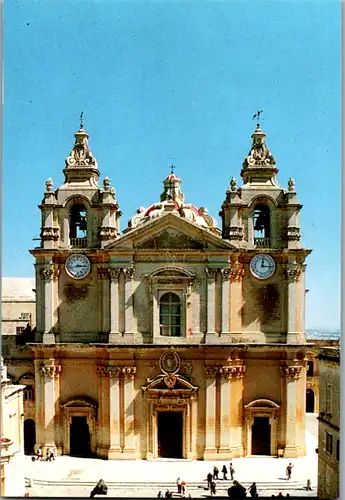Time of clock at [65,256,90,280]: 2:42
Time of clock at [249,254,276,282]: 12:14
